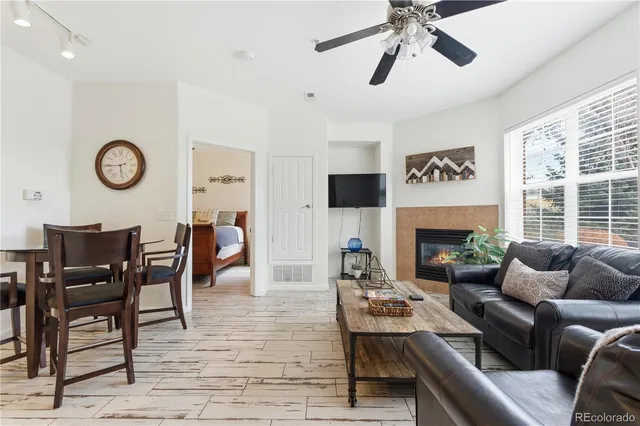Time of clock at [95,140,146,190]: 5:45
